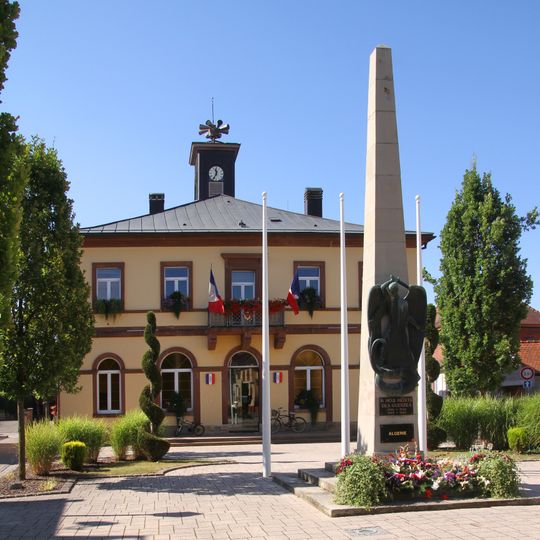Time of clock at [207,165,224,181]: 11:34
